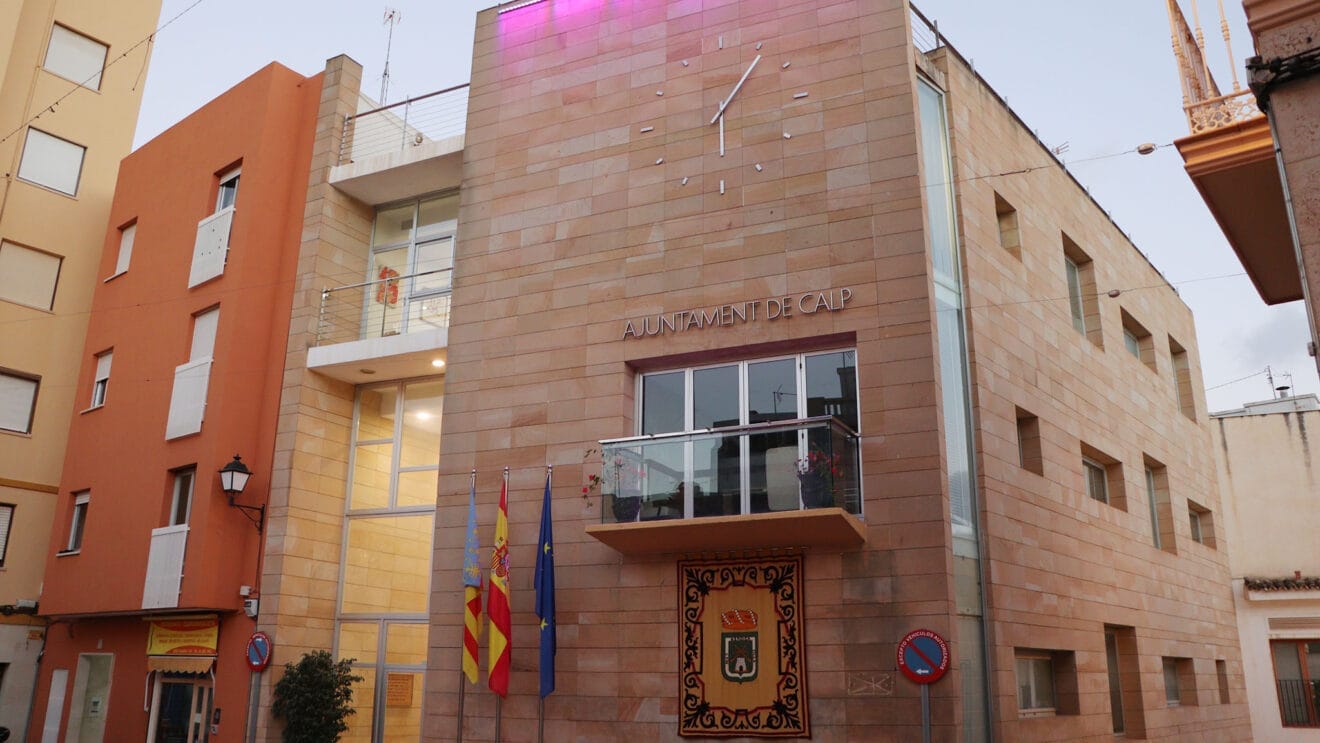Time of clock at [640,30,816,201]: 6:06
